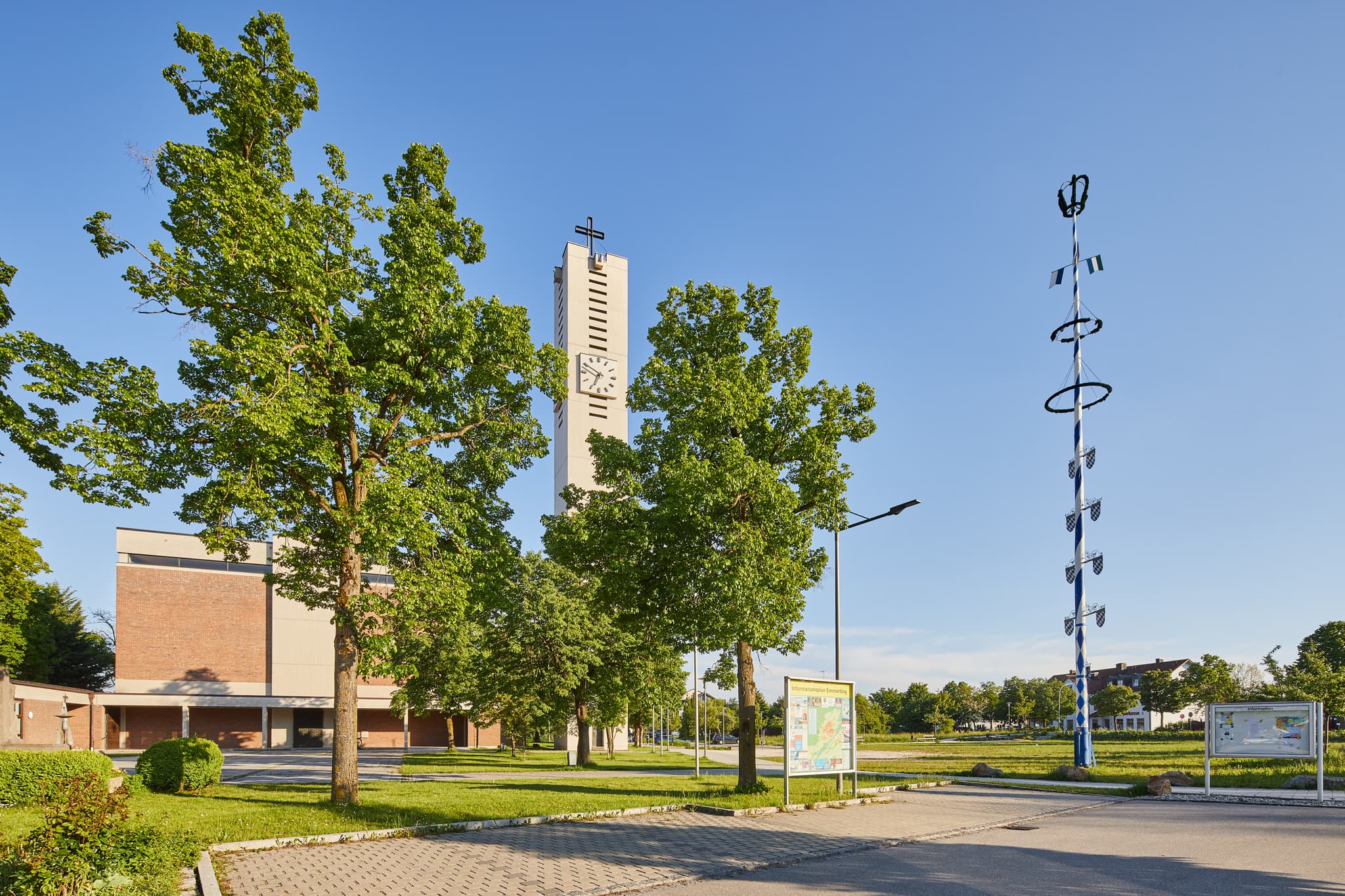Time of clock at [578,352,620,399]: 6:49
